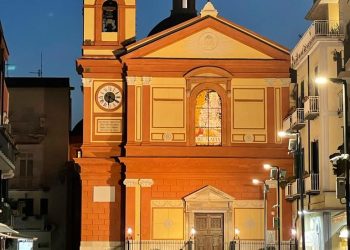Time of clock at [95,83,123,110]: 6:19
